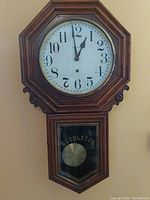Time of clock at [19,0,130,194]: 12:59
